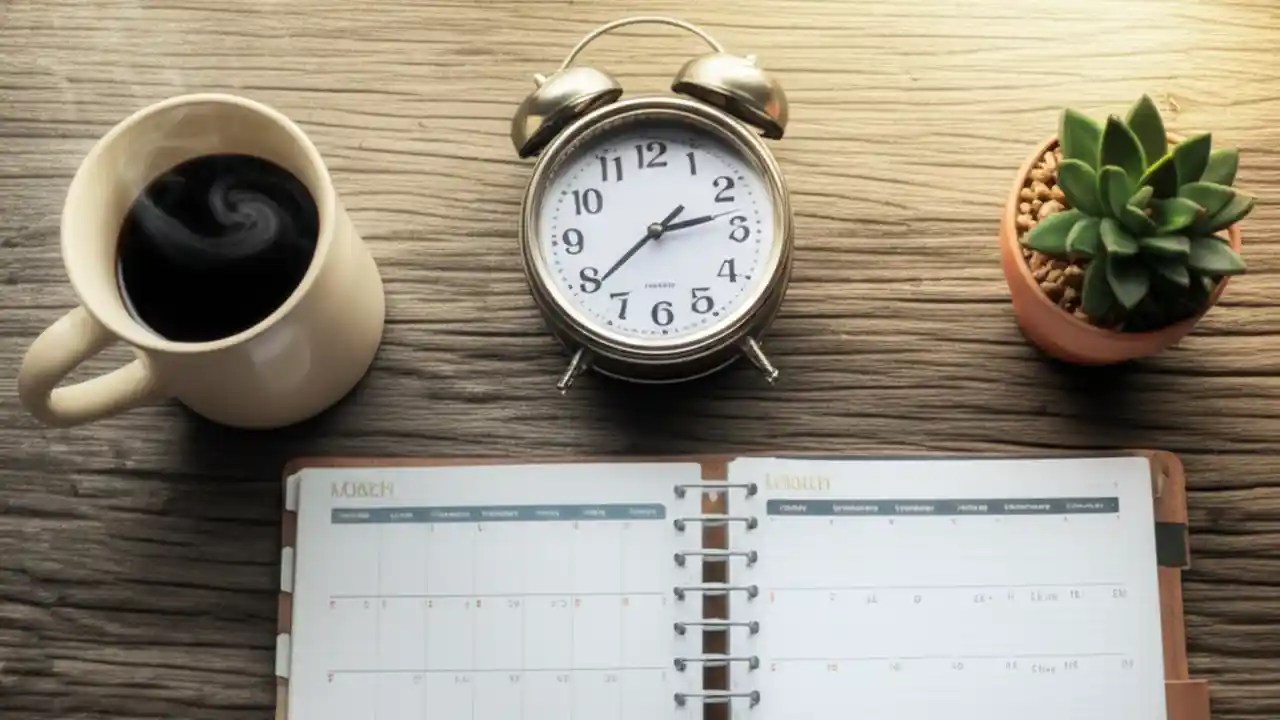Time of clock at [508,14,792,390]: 2:38
